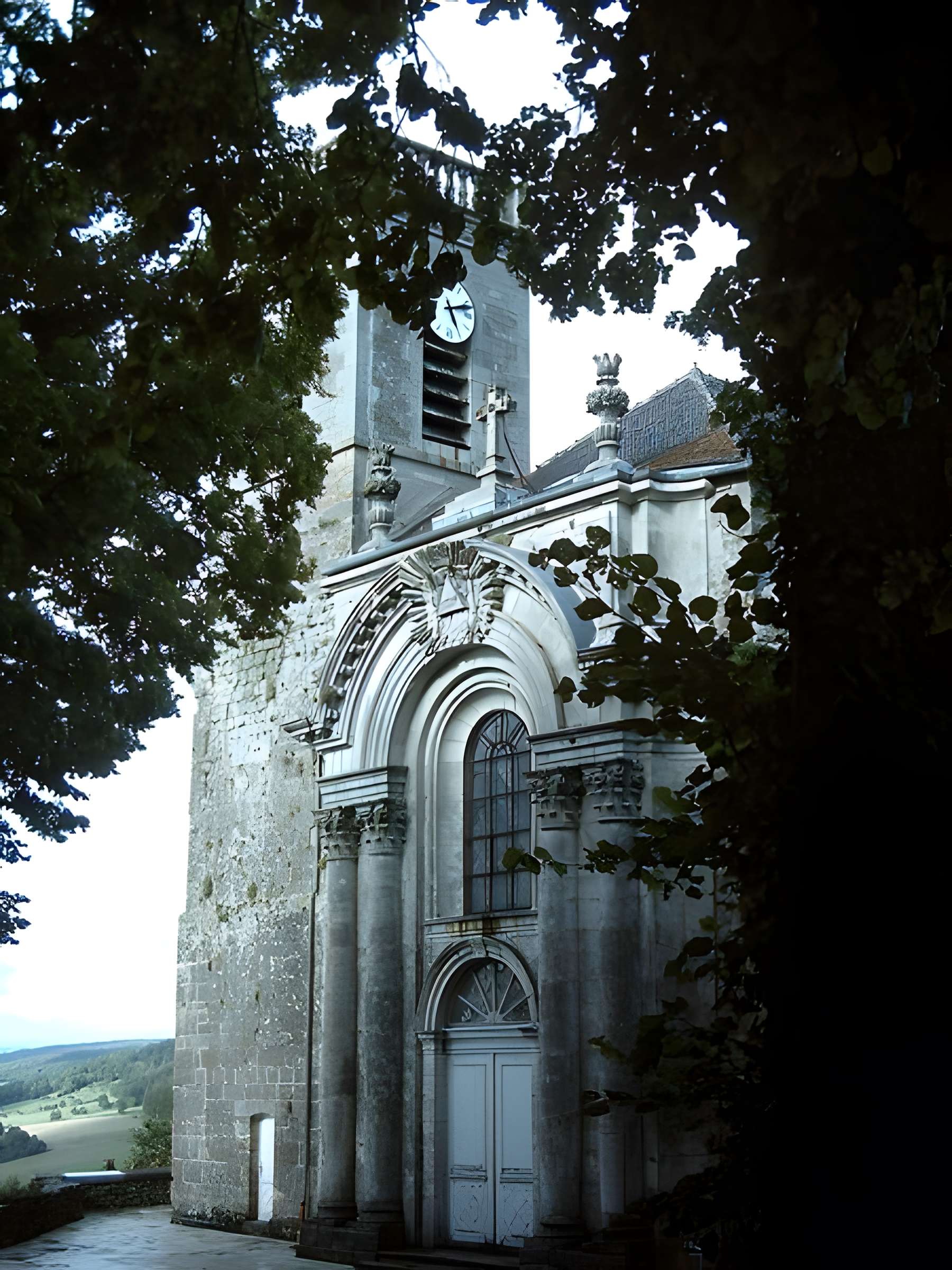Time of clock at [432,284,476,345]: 5:12
